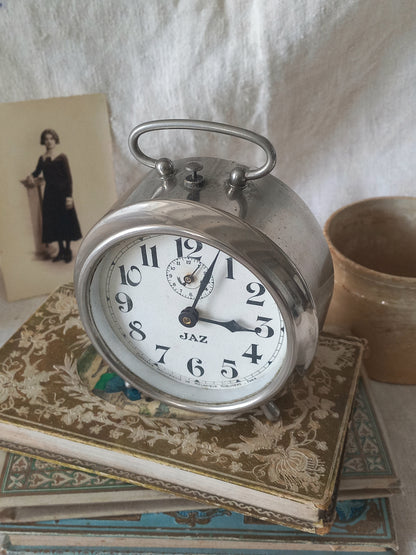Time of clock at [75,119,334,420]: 3:03
